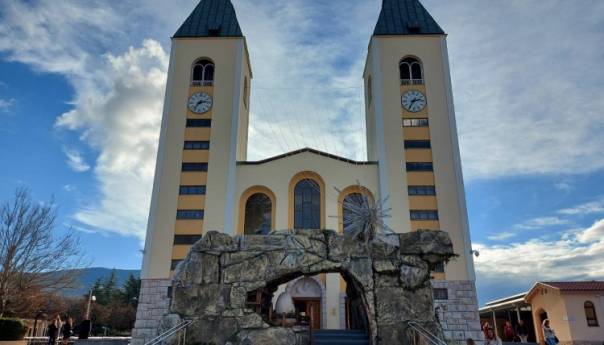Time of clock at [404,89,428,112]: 2:35
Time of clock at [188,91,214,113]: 7:12
